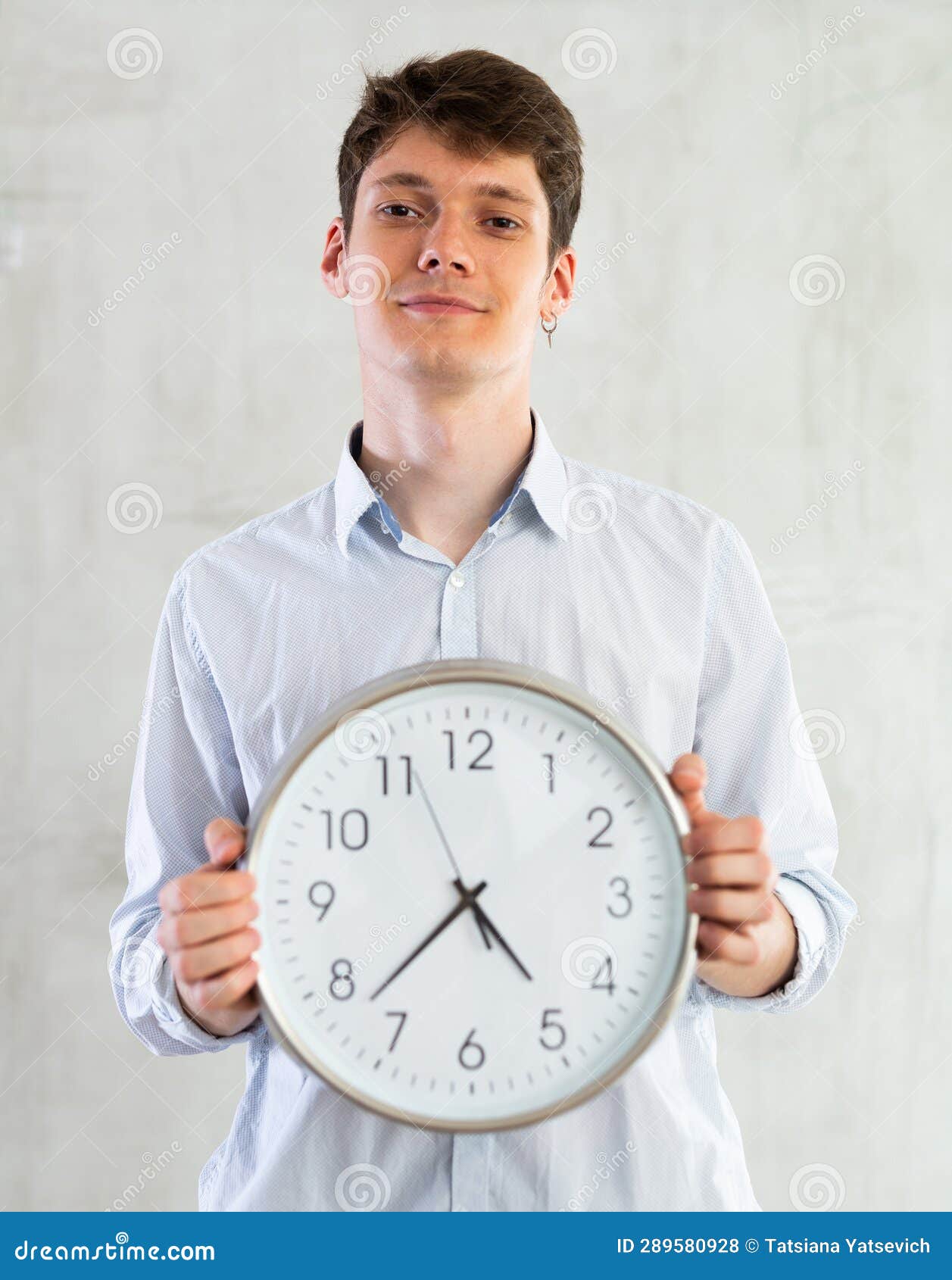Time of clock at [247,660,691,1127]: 4:37
